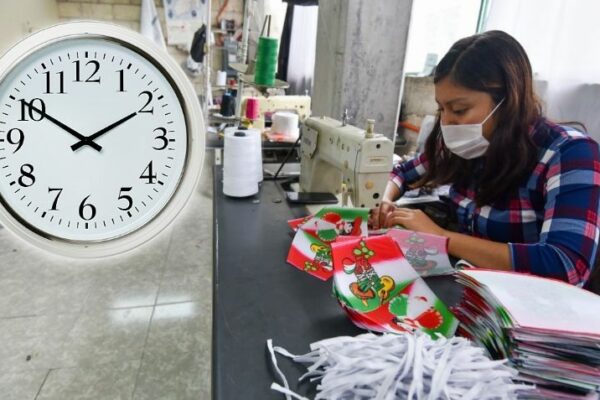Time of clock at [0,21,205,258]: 1:50
